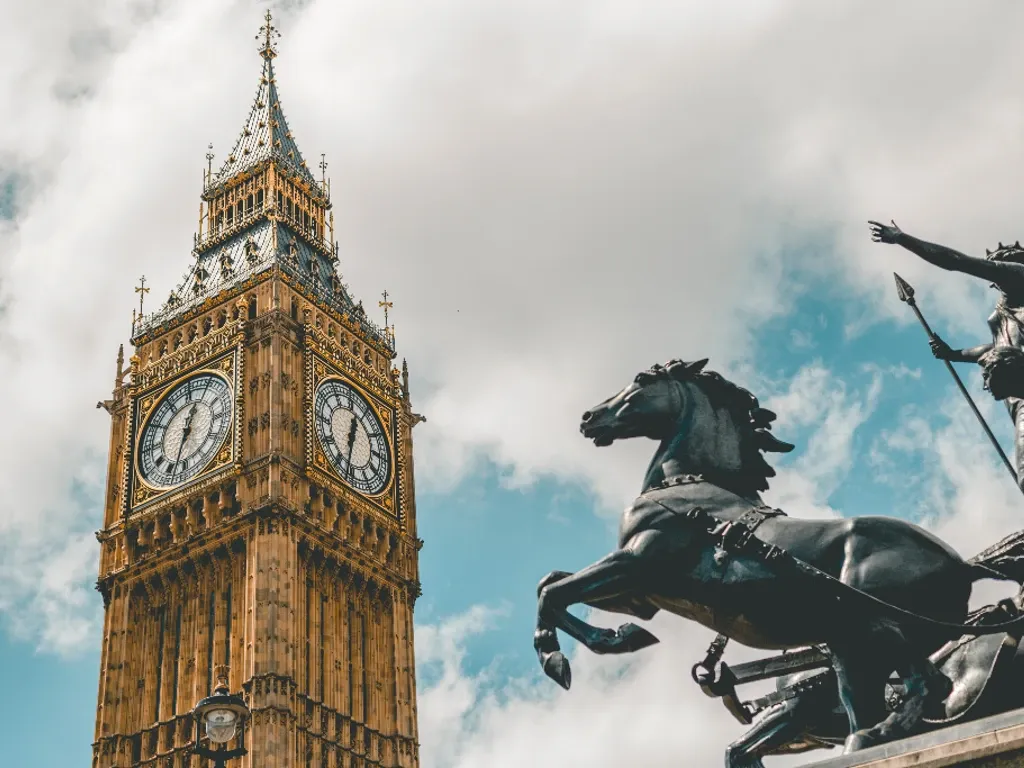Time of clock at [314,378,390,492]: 12:32
